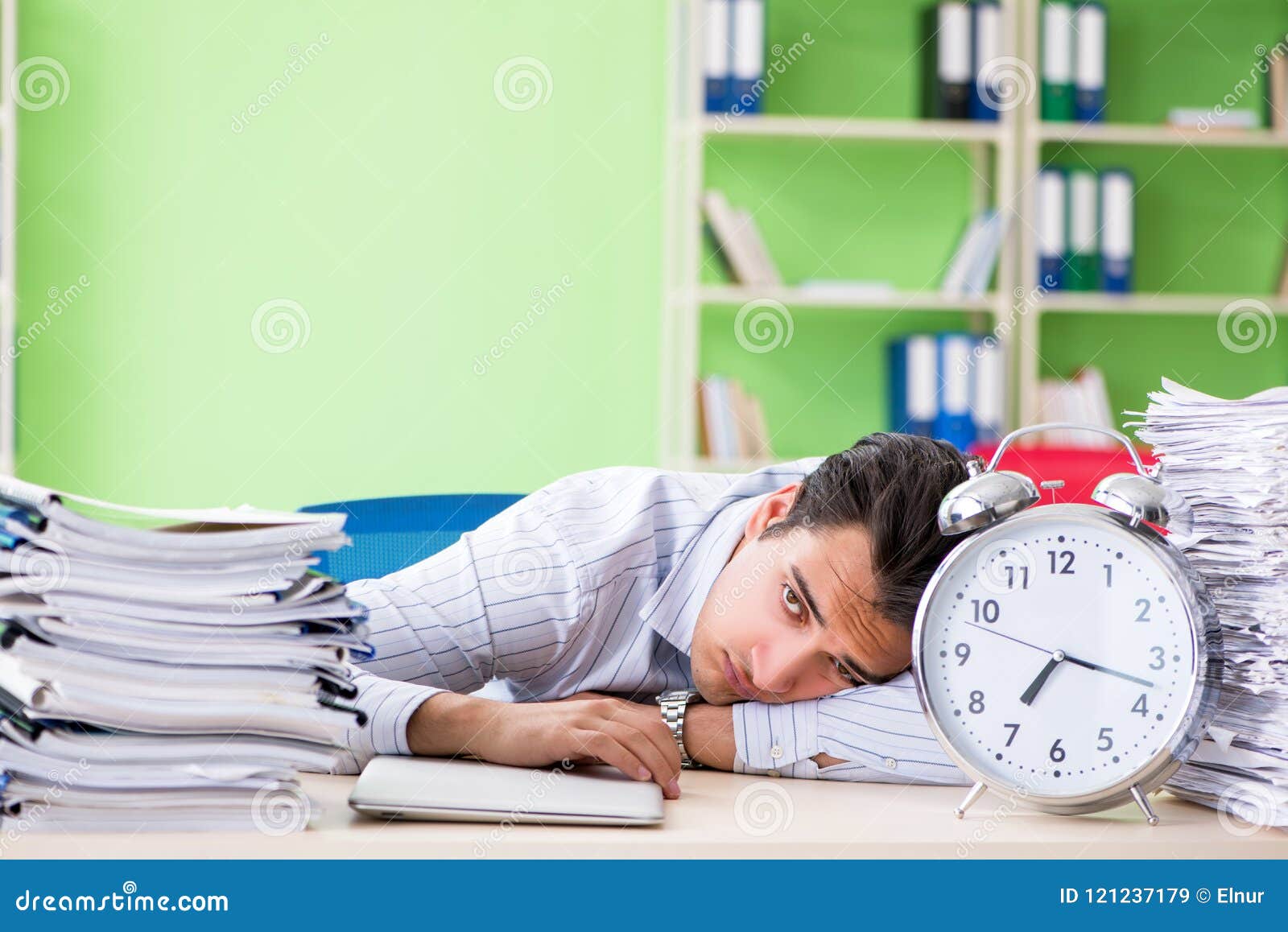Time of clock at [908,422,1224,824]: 7:17
